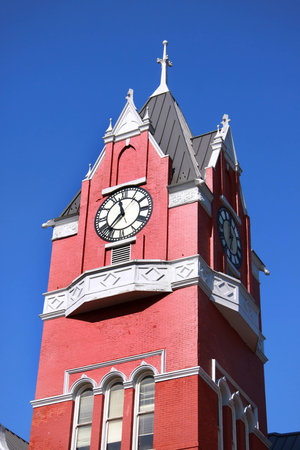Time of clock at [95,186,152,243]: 11:37
